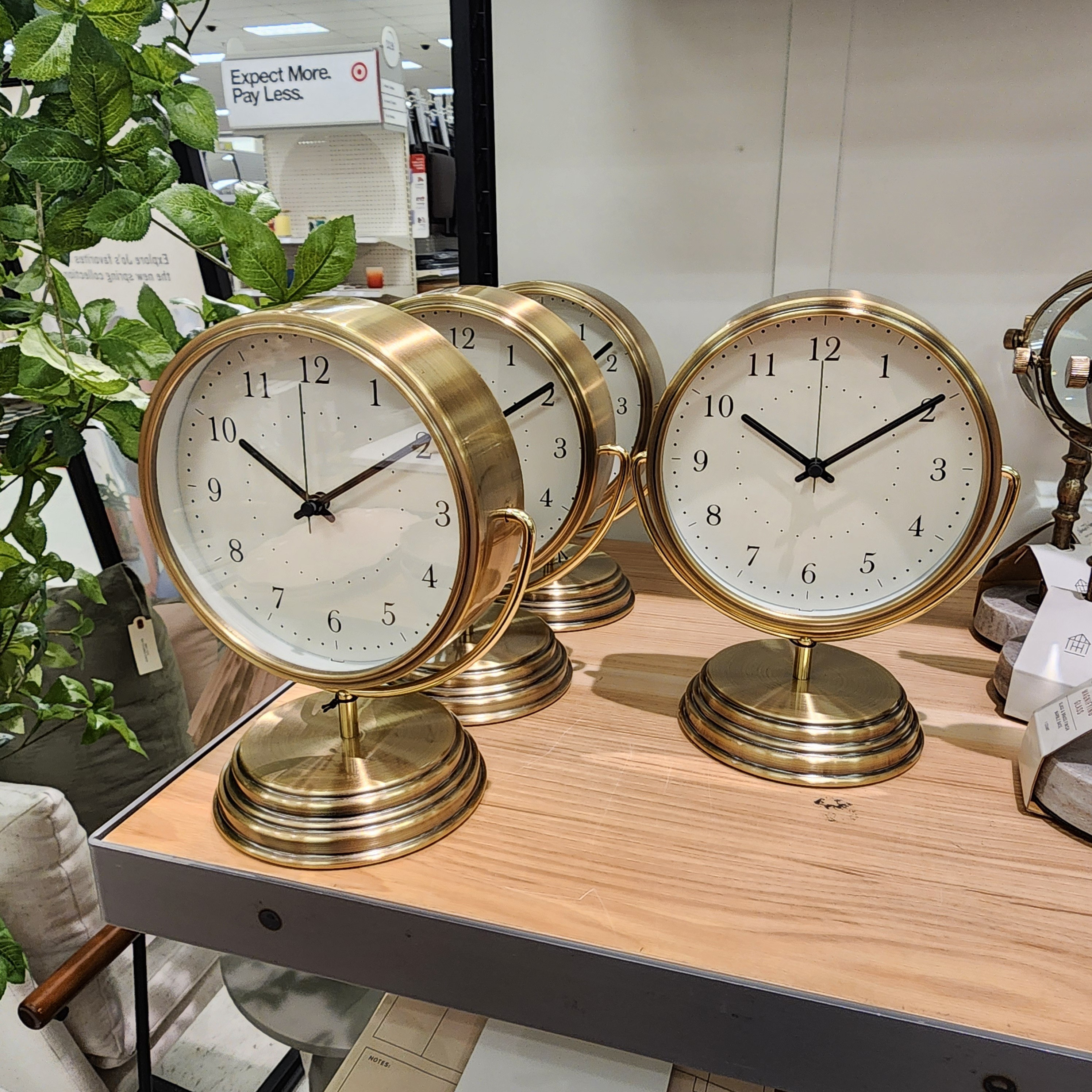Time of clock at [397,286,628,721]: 10:09
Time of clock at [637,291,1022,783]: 10:09
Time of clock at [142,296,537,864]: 10:09
